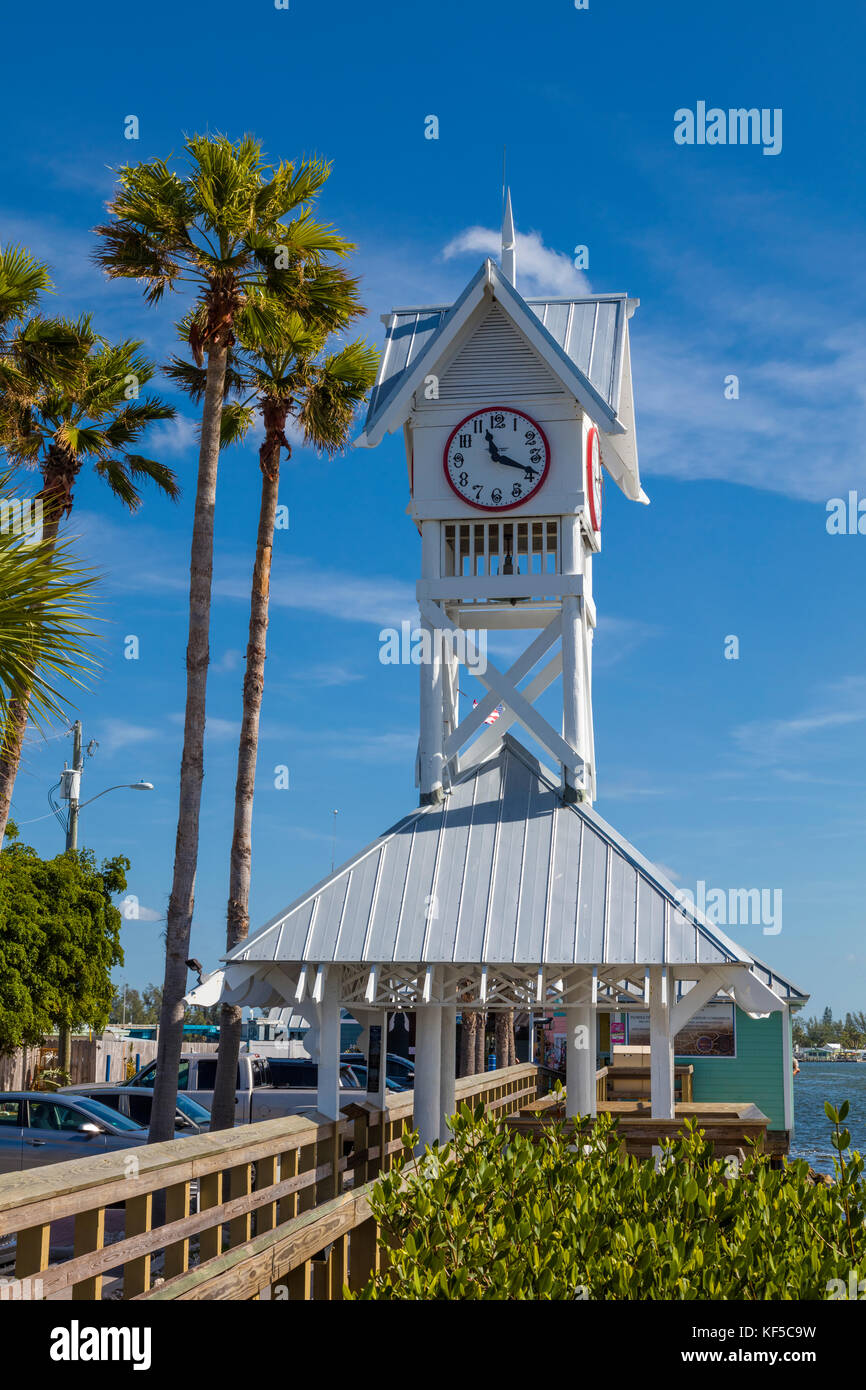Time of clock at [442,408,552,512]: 11:19
